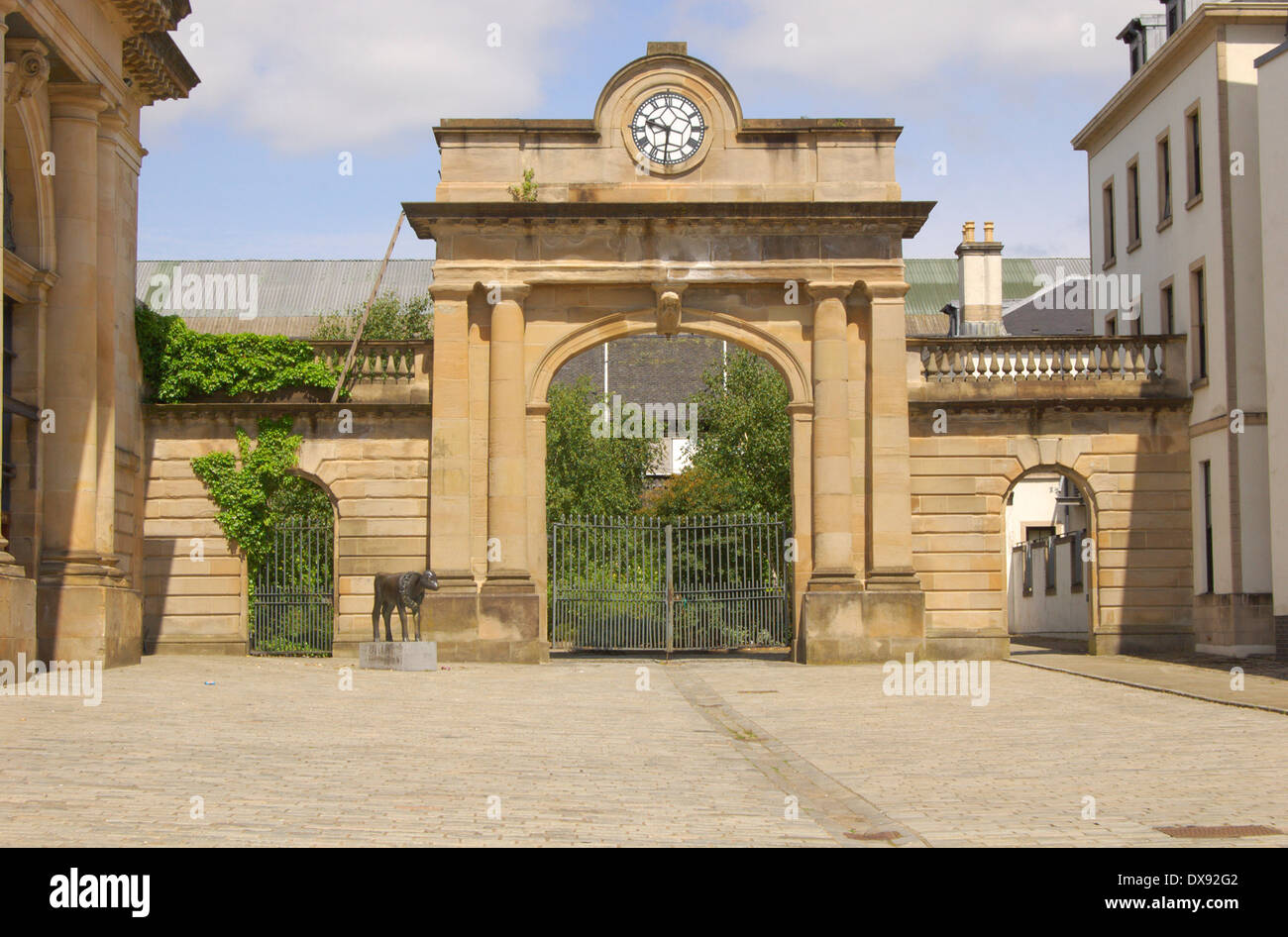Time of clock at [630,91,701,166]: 9:30
